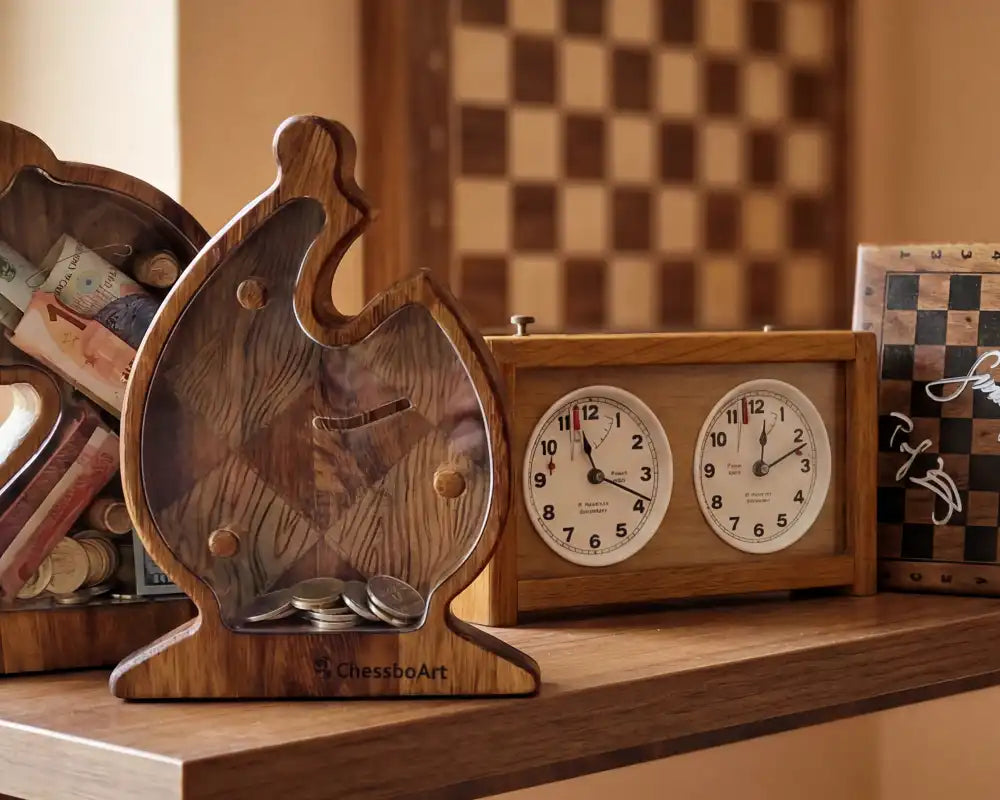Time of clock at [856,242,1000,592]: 12:11
